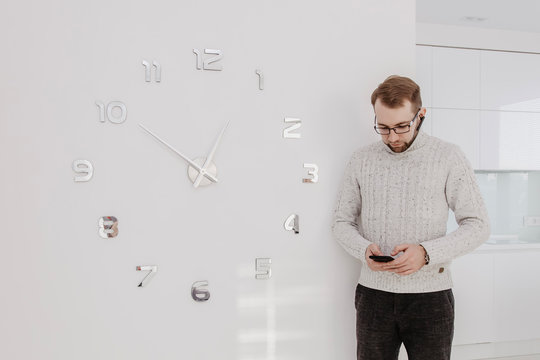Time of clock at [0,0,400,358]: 12:50
